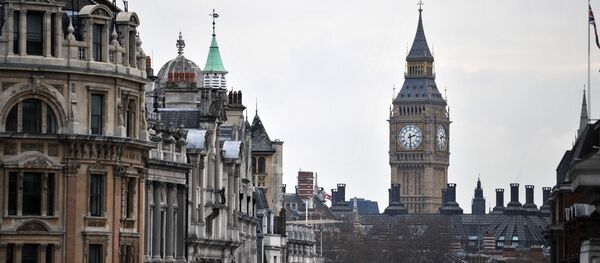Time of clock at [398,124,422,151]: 2:29
